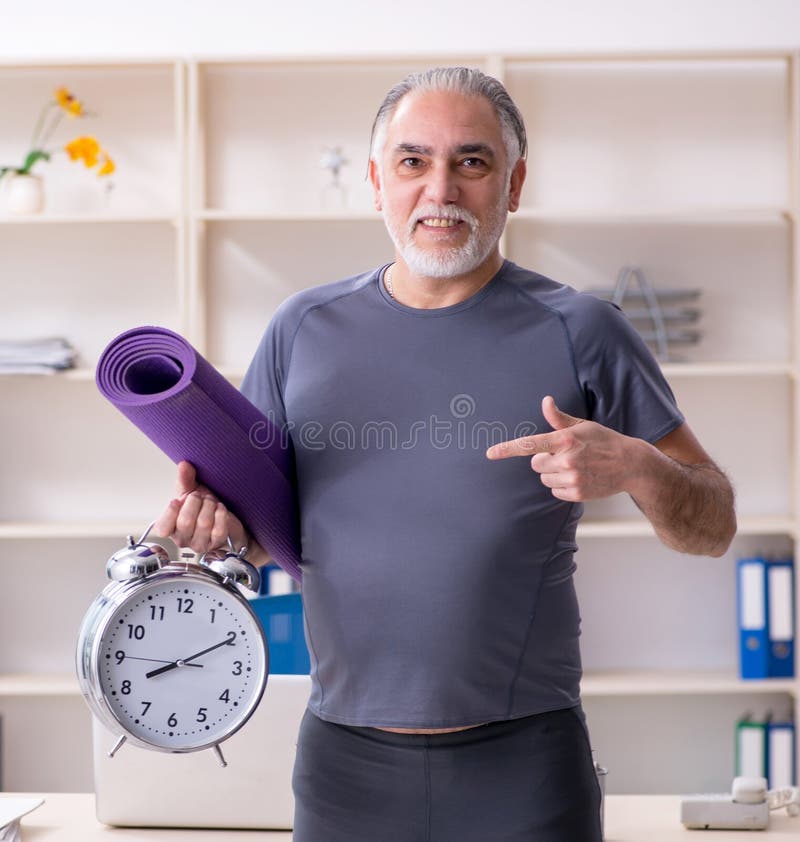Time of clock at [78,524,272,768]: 8:10
